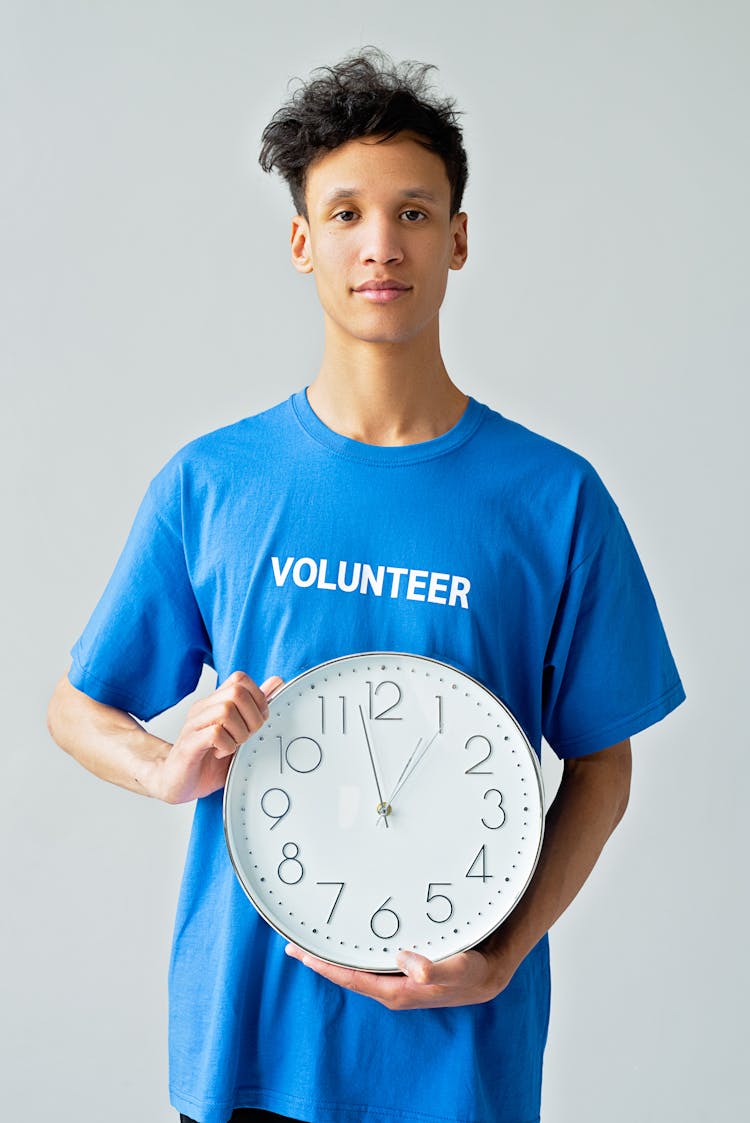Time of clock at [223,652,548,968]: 12:57
